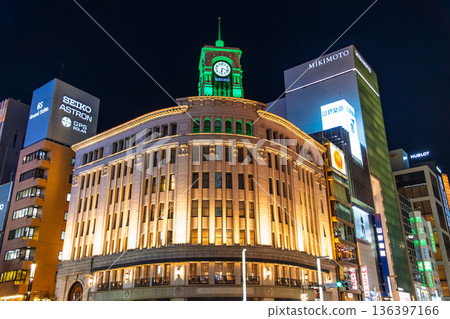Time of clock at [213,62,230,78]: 6:17
